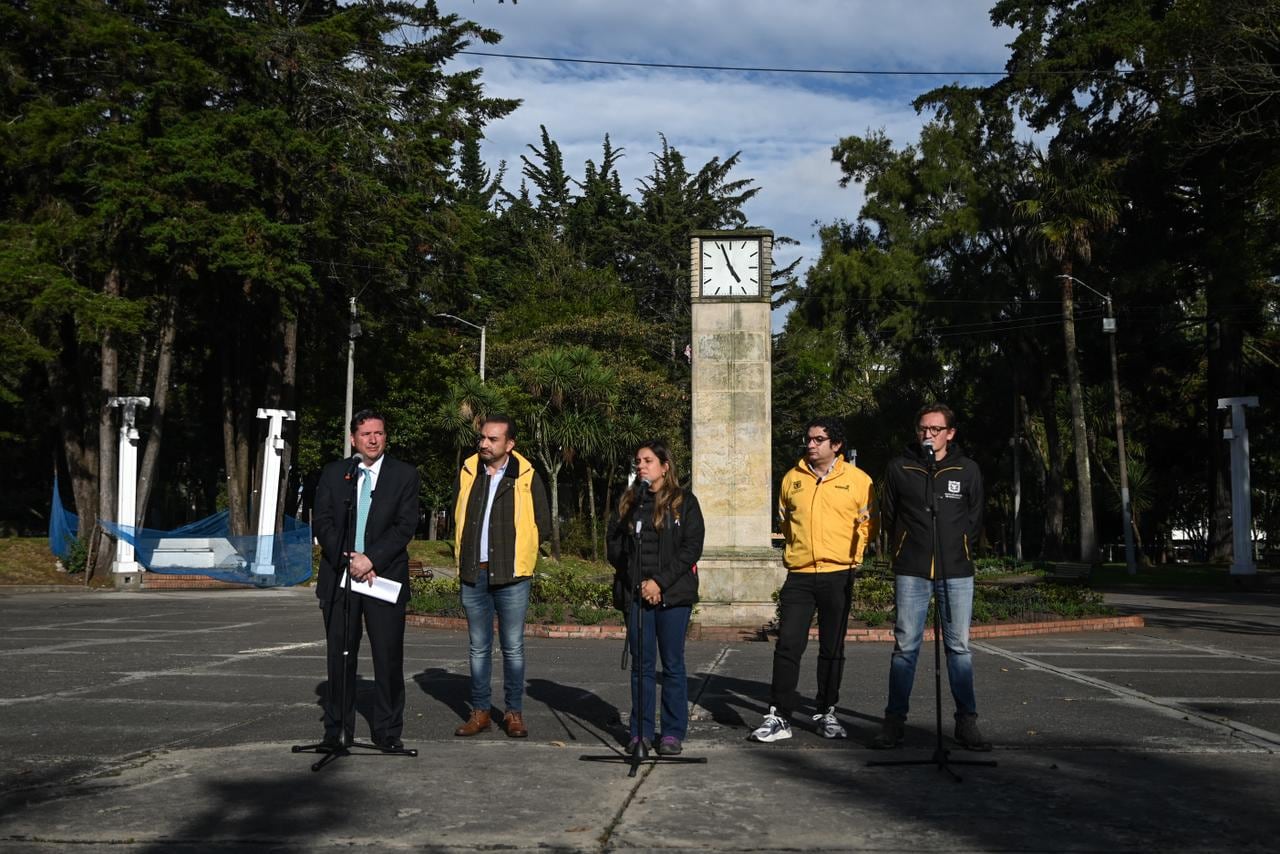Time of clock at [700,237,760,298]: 4:56
